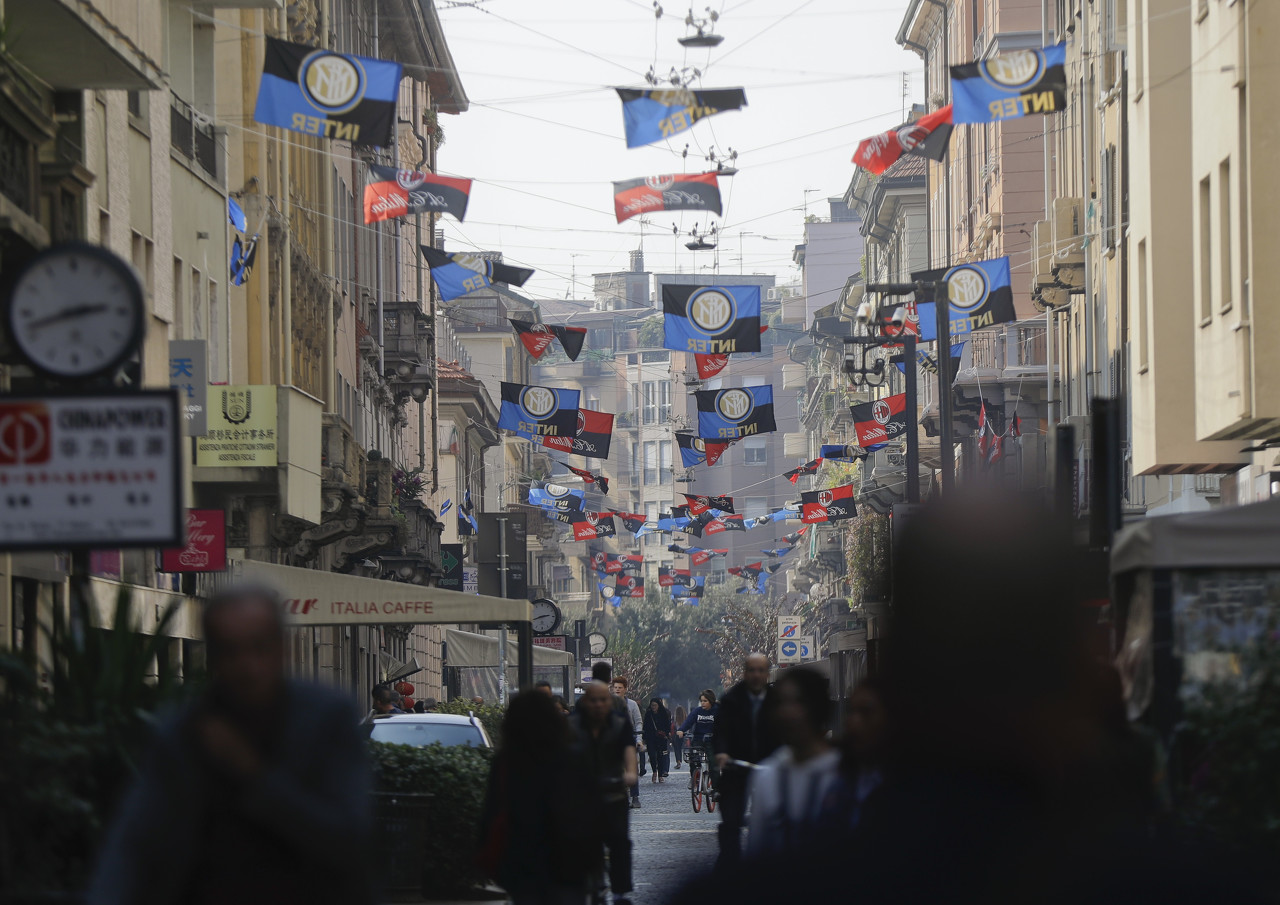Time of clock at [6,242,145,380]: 2:42
